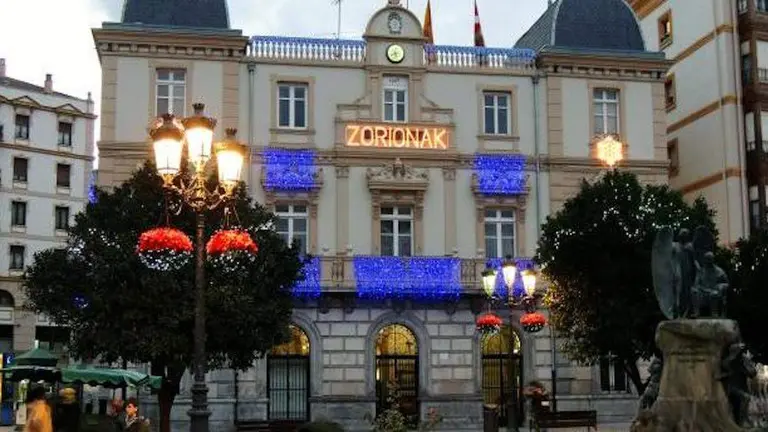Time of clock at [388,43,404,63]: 8:27
